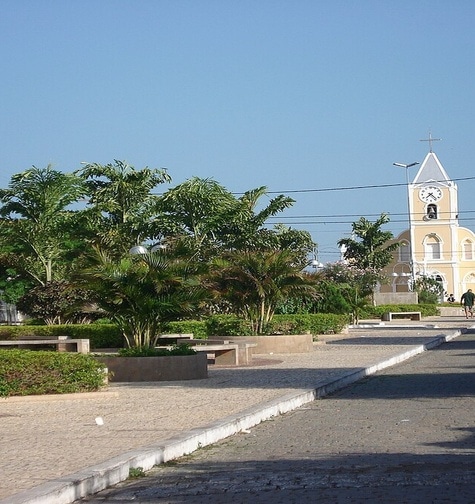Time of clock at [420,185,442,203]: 7:23
